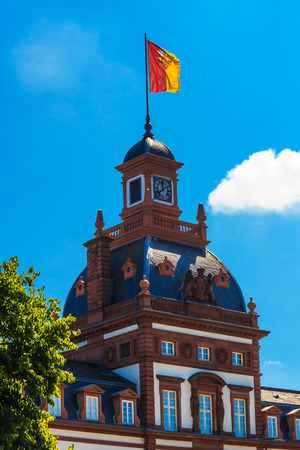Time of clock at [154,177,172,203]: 11:38
